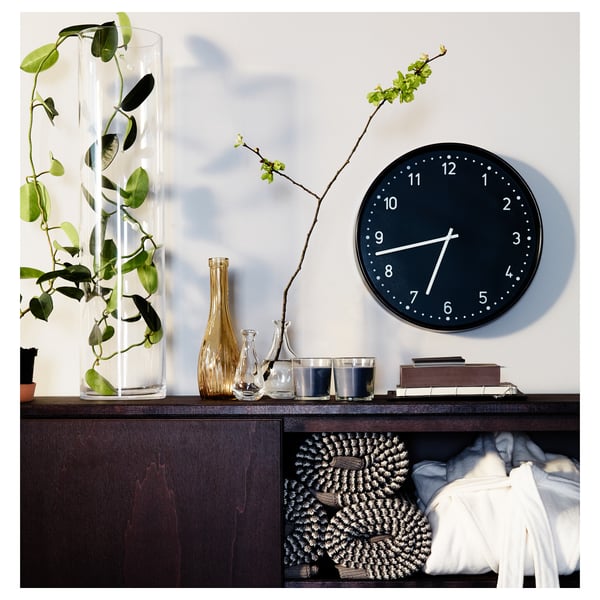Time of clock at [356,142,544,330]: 6:42
